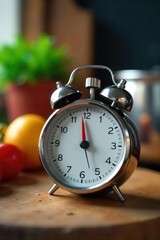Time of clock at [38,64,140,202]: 3:58
